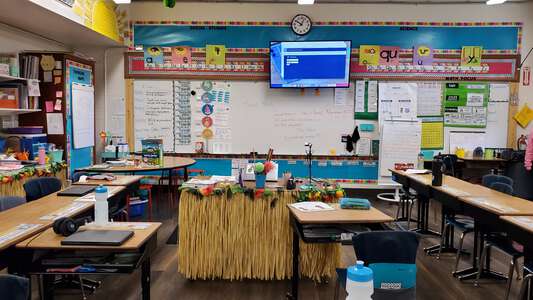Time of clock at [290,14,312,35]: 10:03
